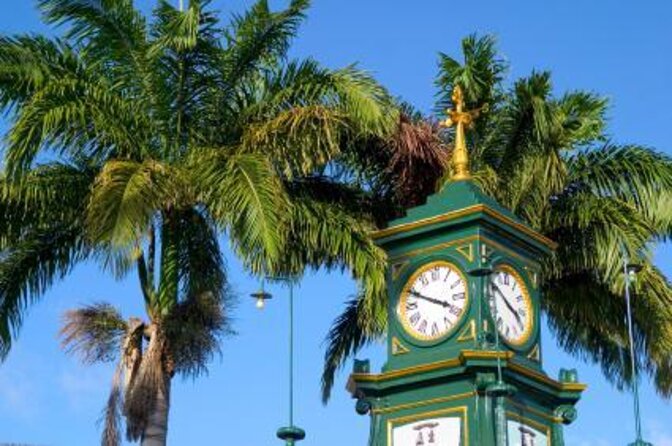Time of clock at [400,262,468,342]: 3:49
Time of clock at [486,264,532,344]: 3:50
